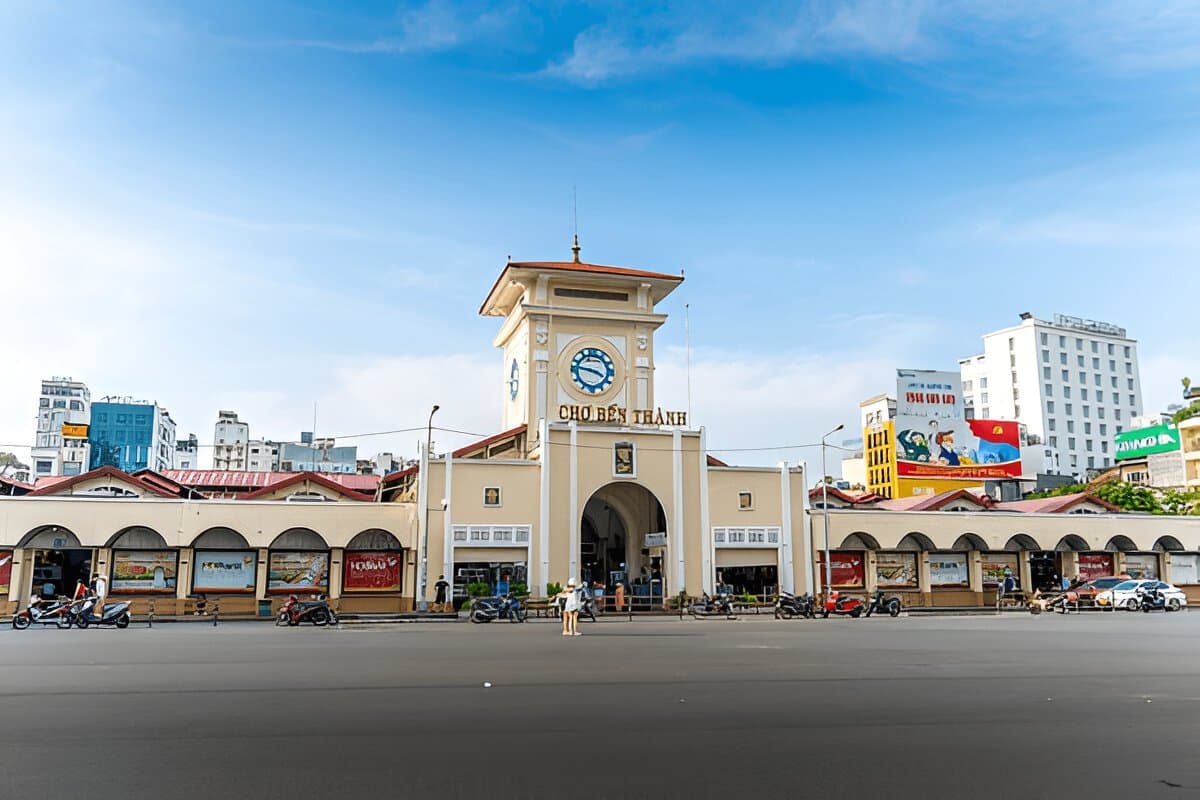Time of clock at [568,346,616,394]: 3:46
